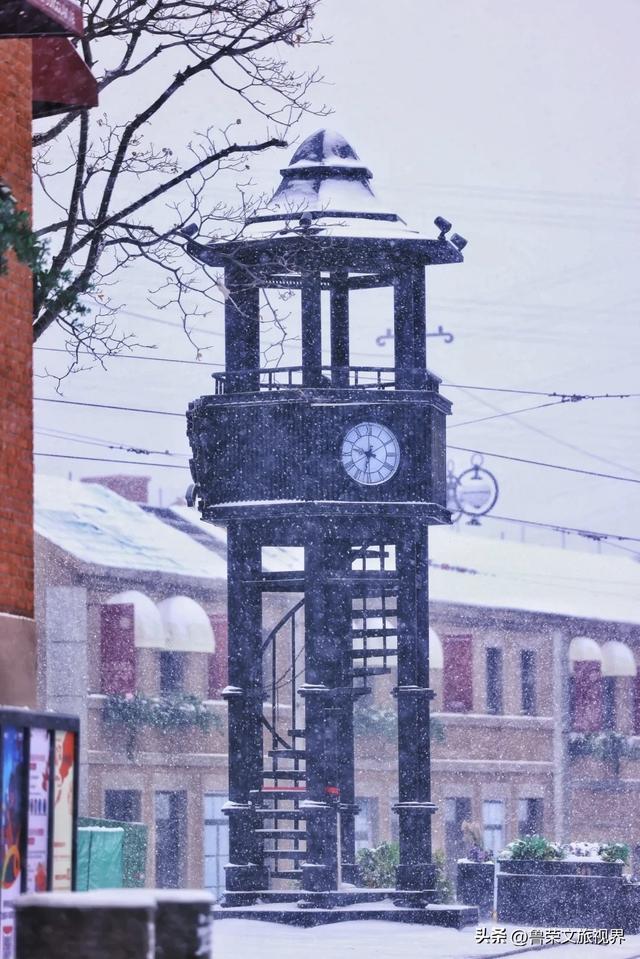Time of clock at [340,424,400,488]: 9:32
